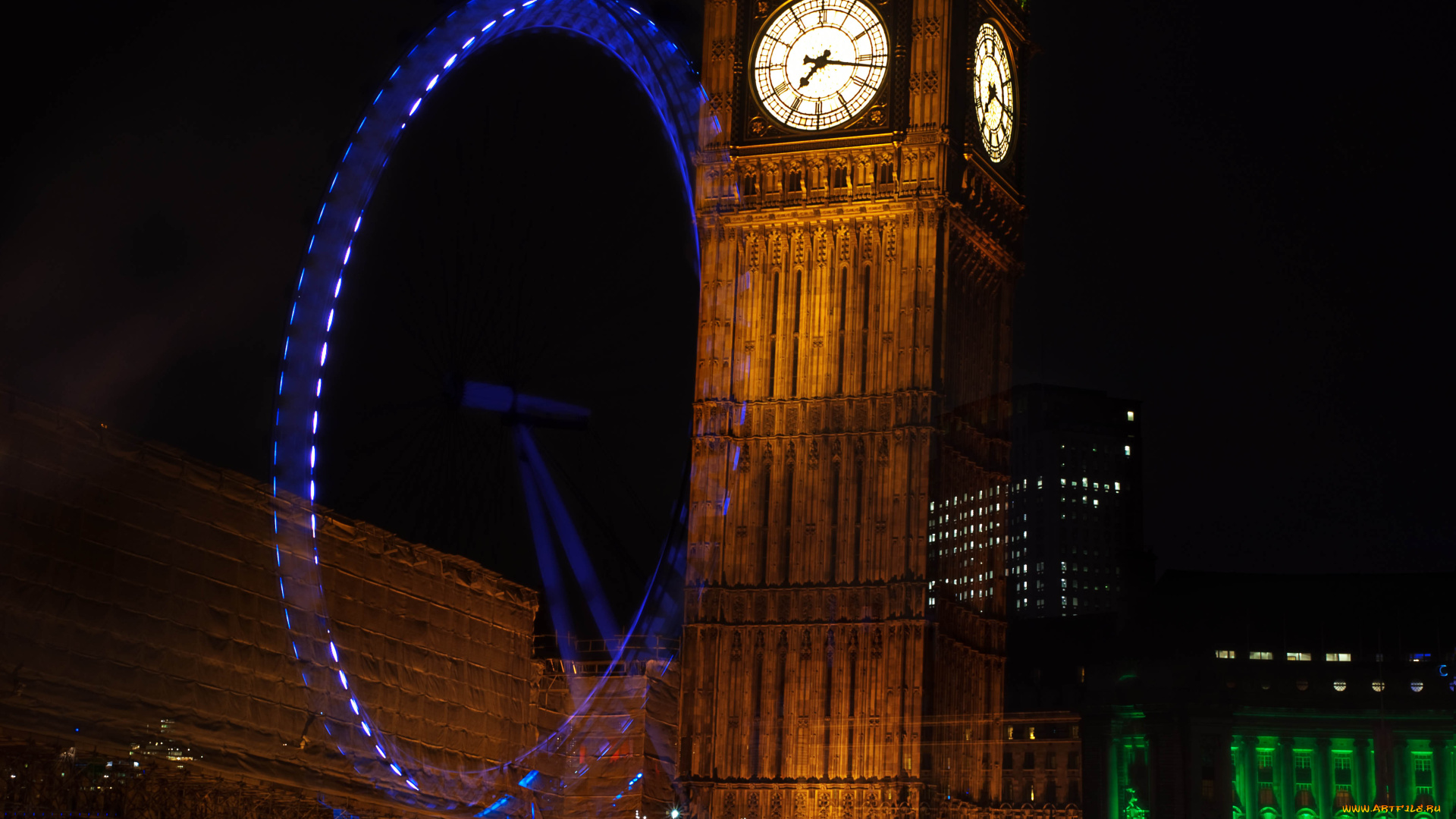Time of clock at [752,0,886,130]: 7:16
